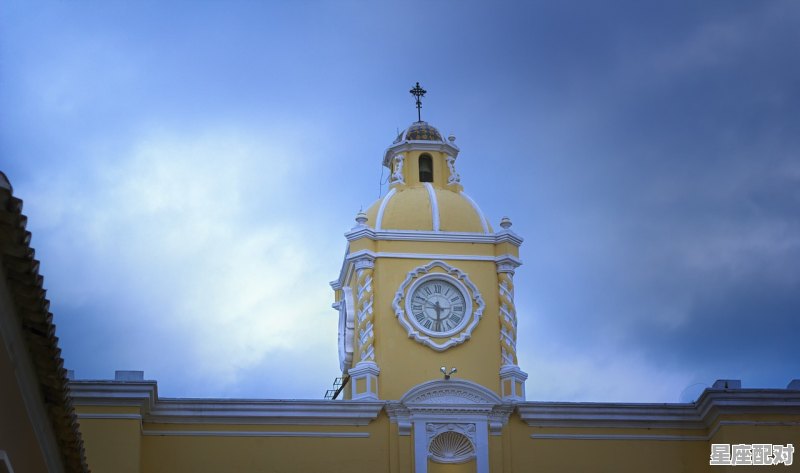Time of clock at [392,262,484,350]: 5:49
